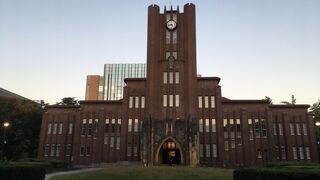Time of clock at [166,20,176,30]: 4:42
